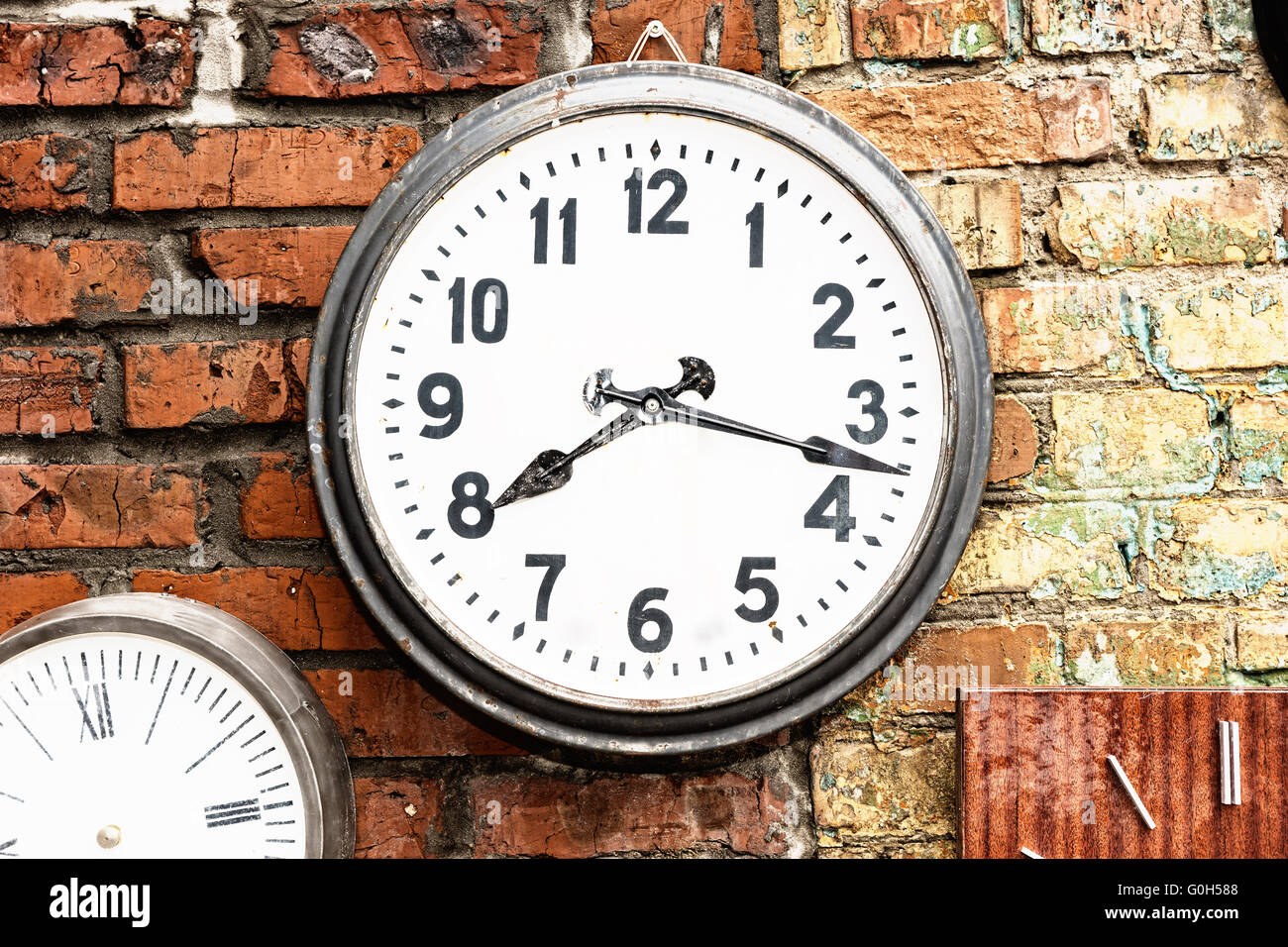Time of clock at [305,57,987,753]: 8:17
